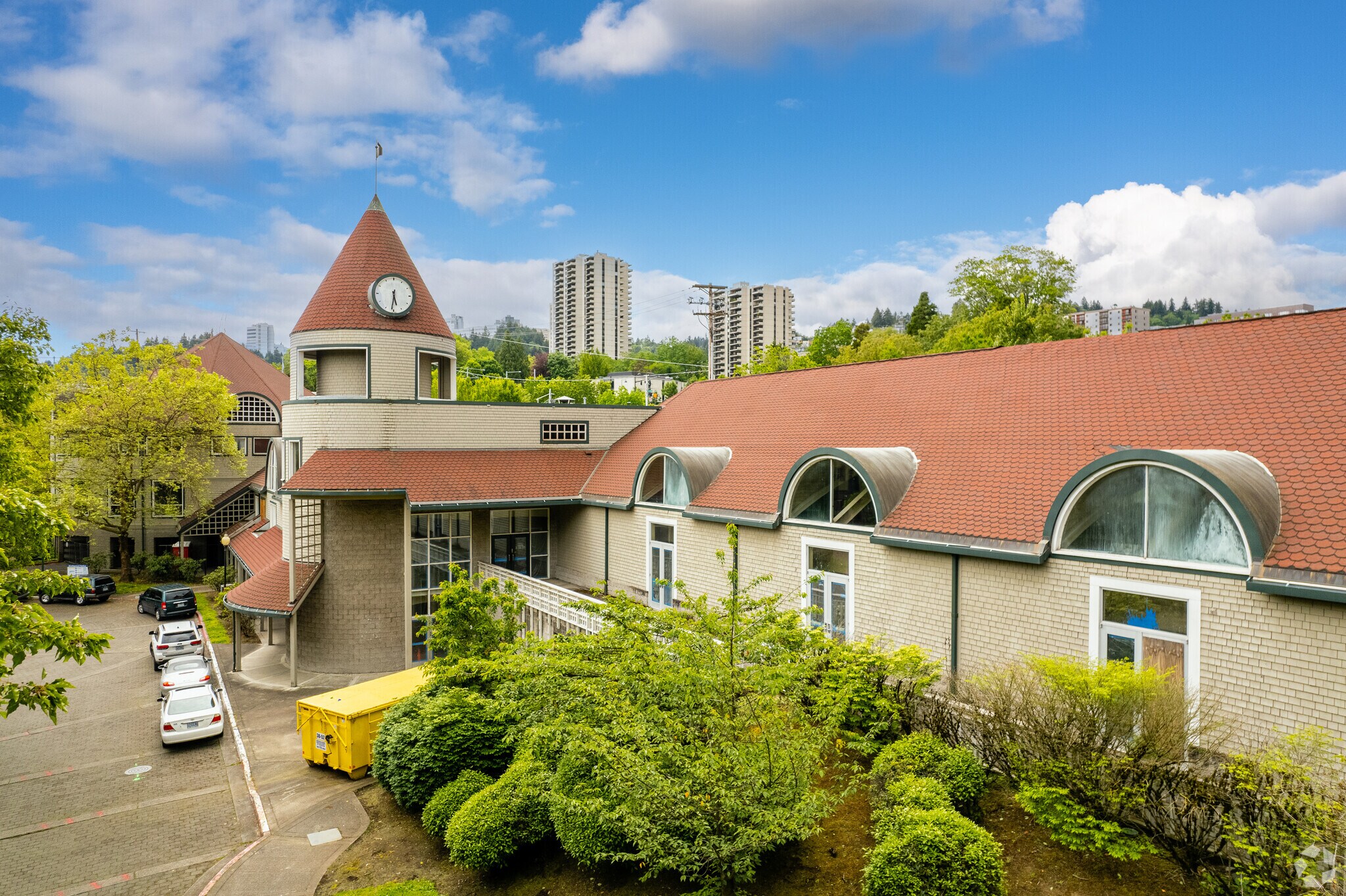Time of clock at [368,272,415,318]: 5:31
